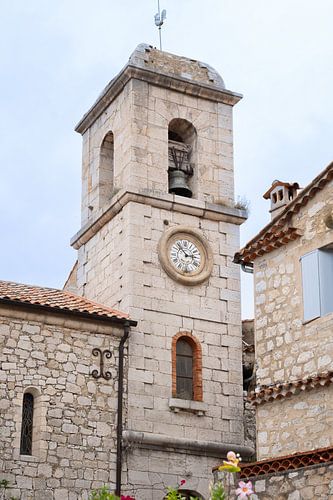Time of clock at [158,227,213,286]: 2:53
